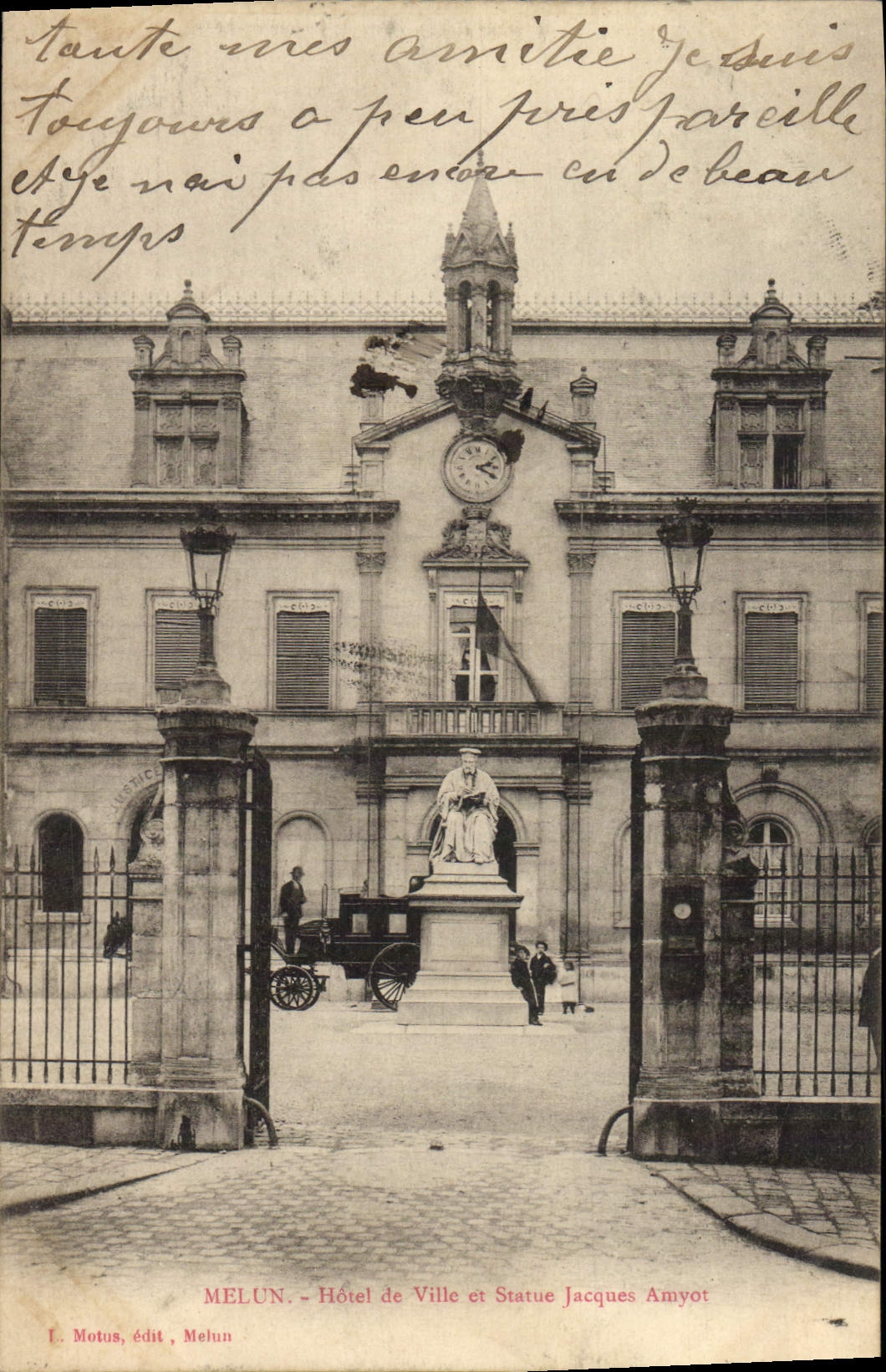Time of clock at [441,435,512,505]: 2:19
